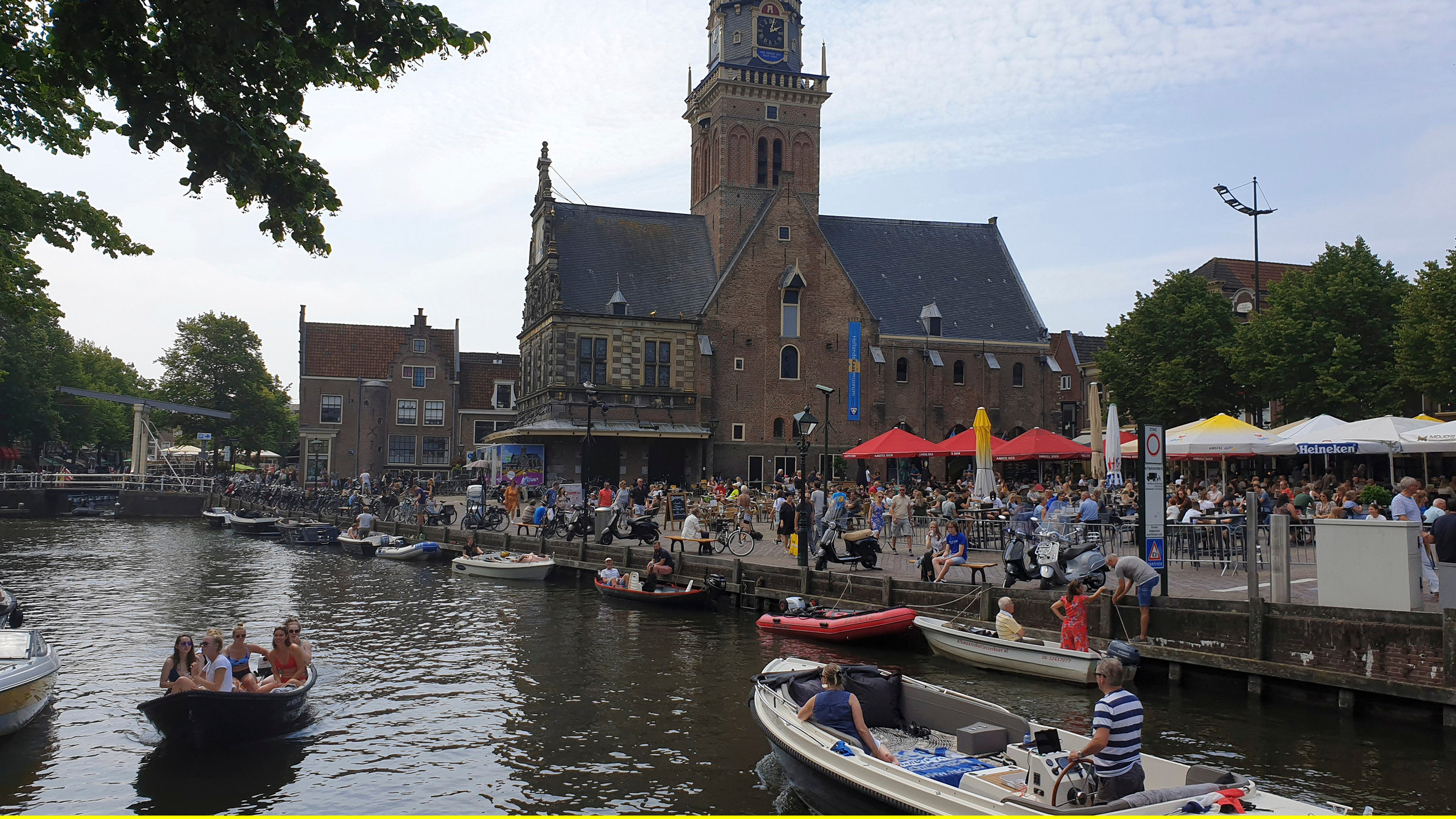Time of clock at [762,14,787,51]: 2:02
